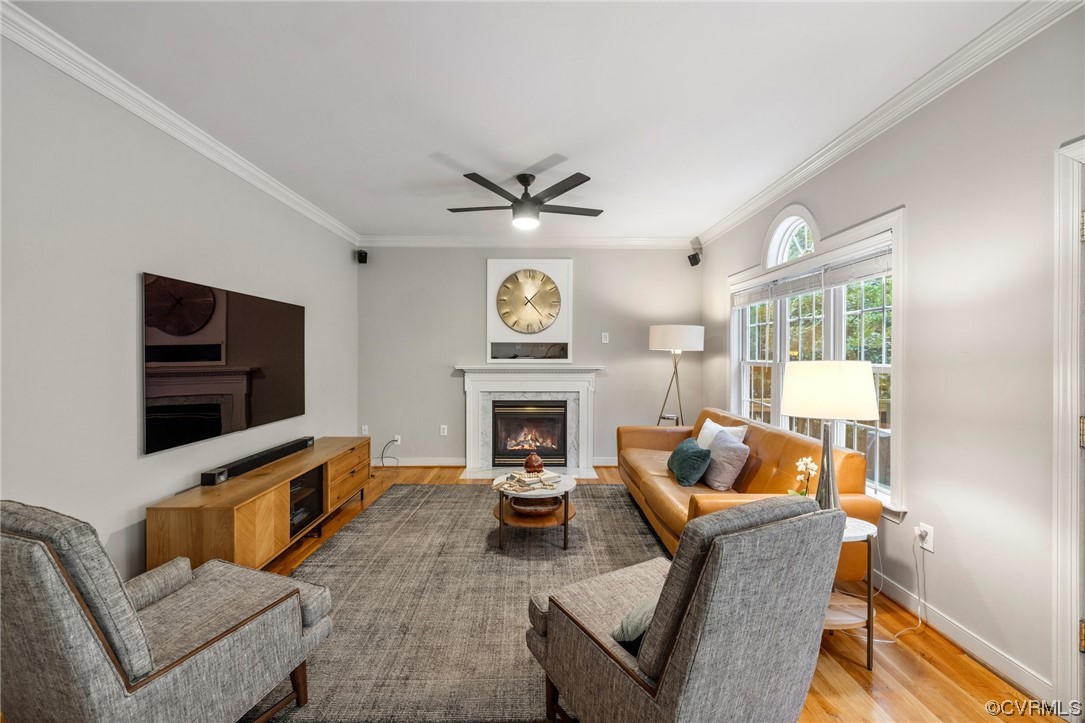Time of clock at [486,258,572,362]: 1:22
